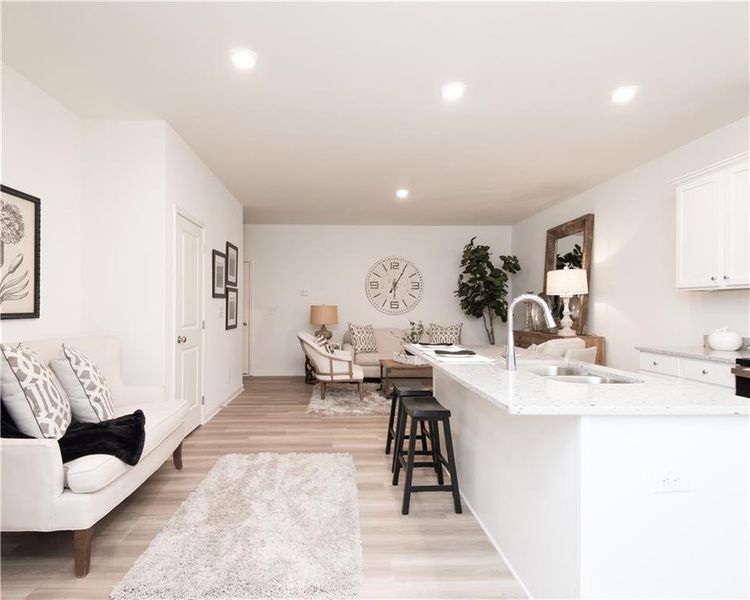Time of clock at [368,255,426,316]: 6:05
